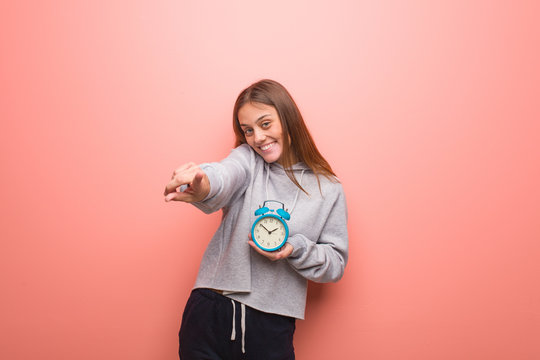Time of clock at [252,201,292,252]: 1:50
